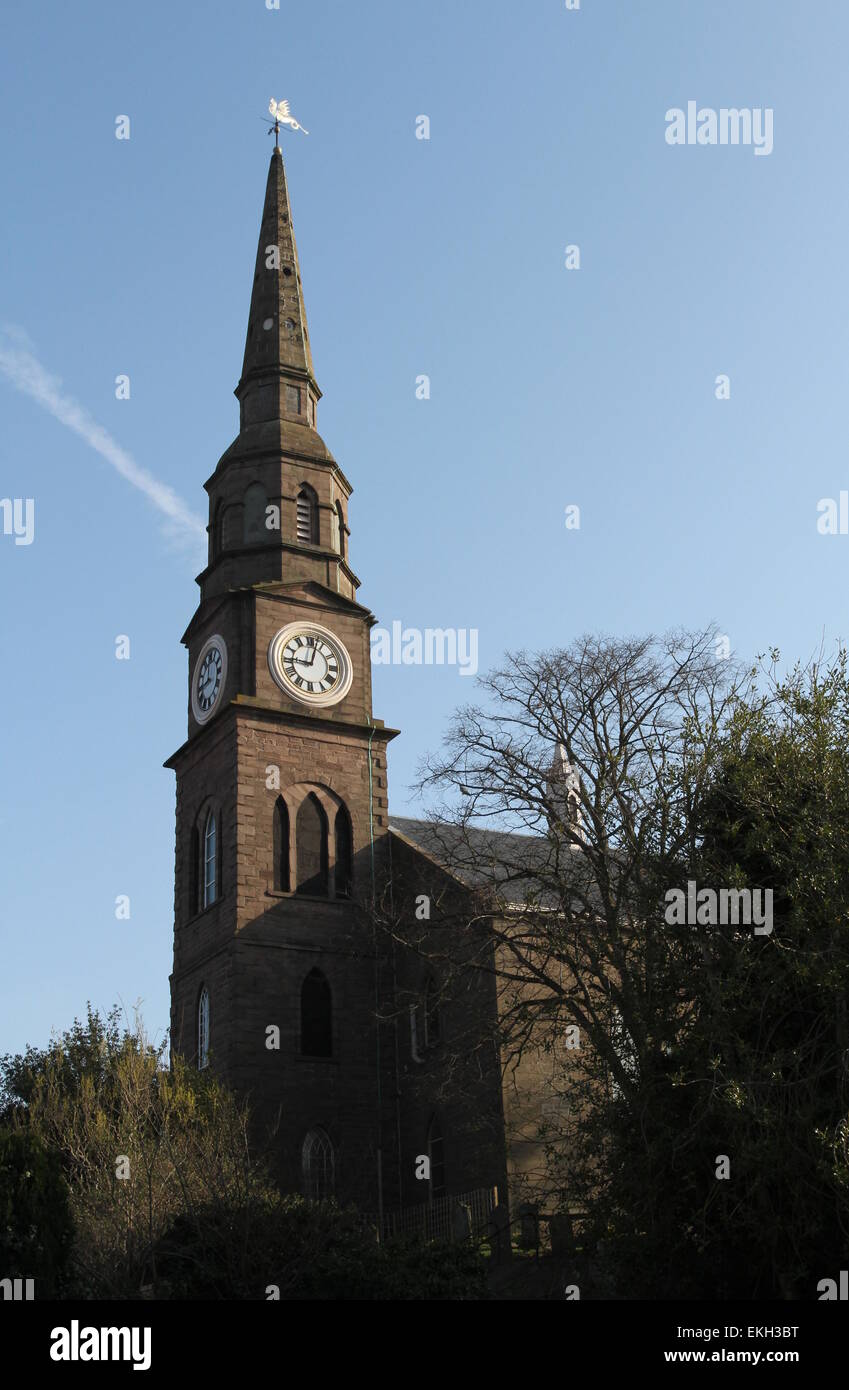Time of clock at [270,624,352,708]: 9:02
